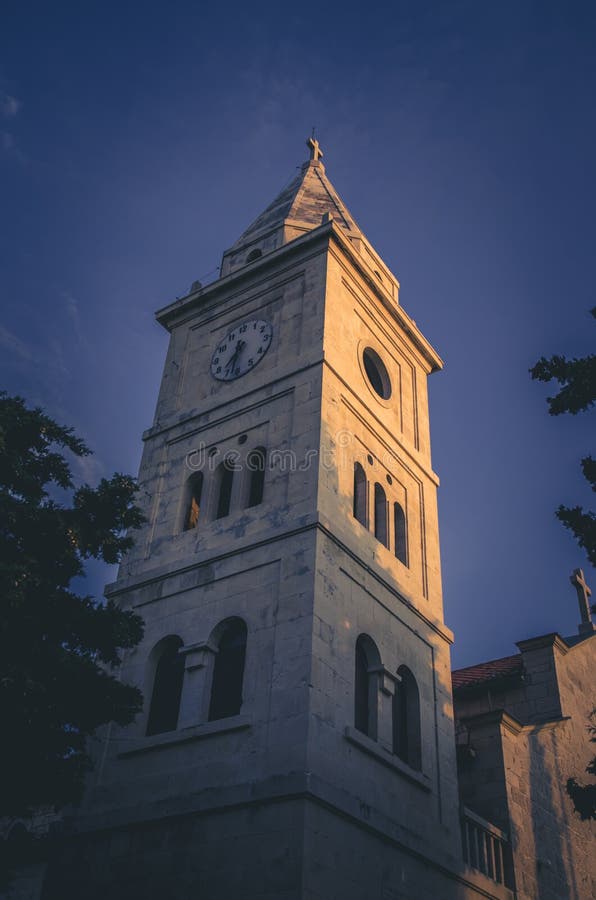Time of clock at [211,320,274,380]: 7:32
